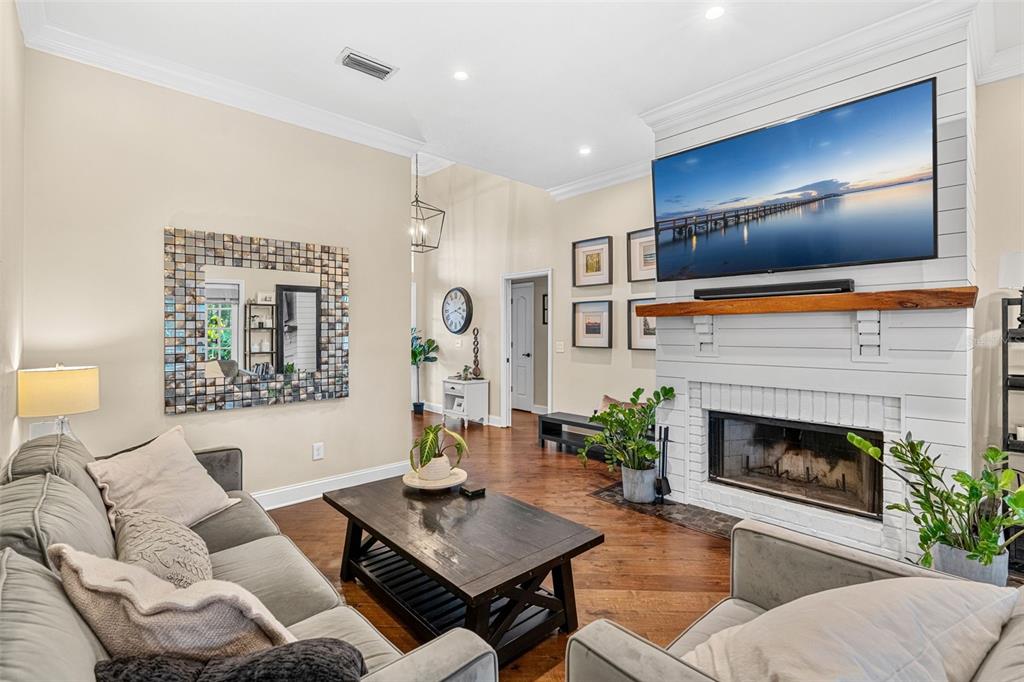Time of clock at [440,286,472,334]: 3:42
